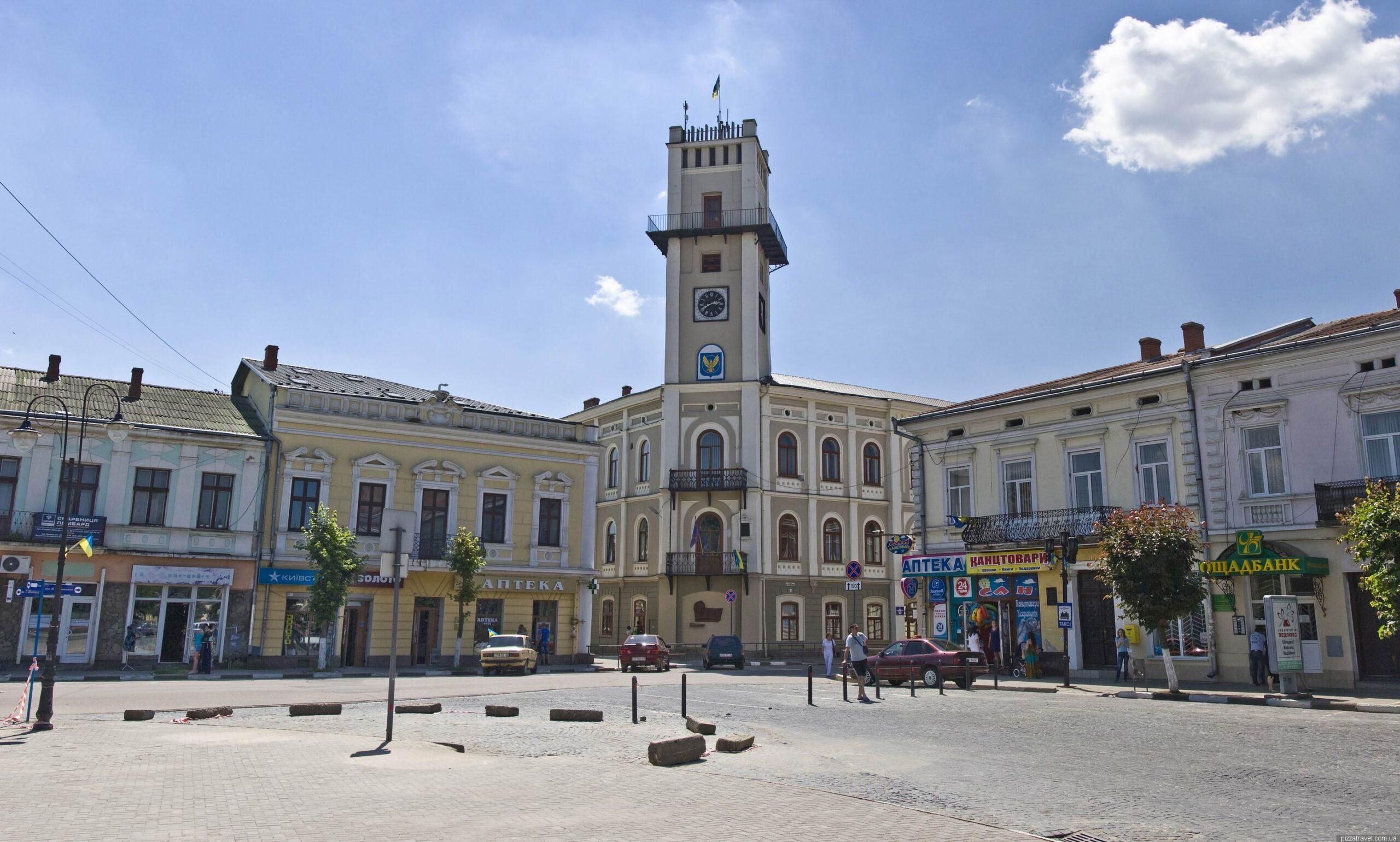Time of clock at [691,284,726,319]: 2:40
